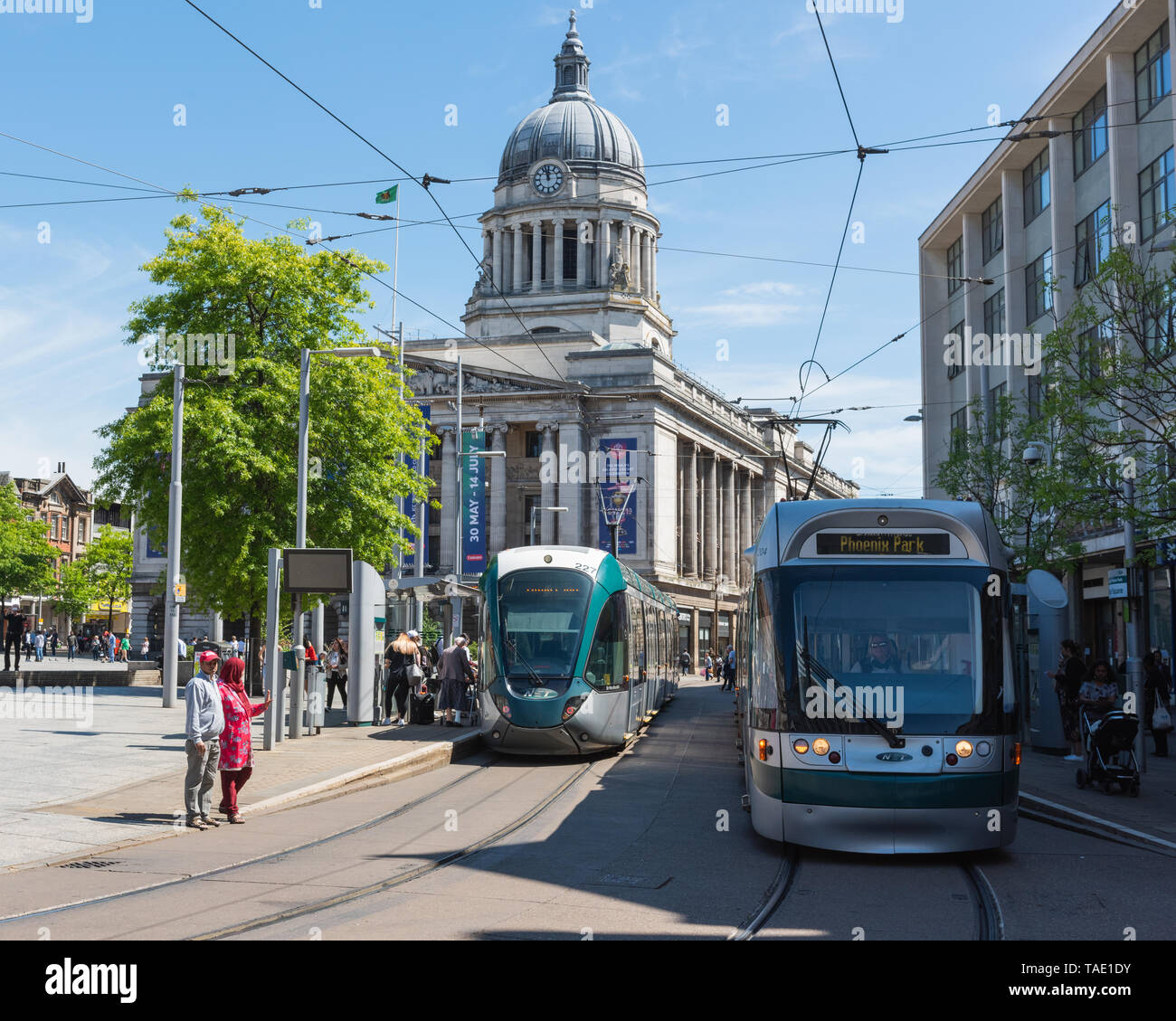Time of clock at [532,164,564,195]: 11:57
